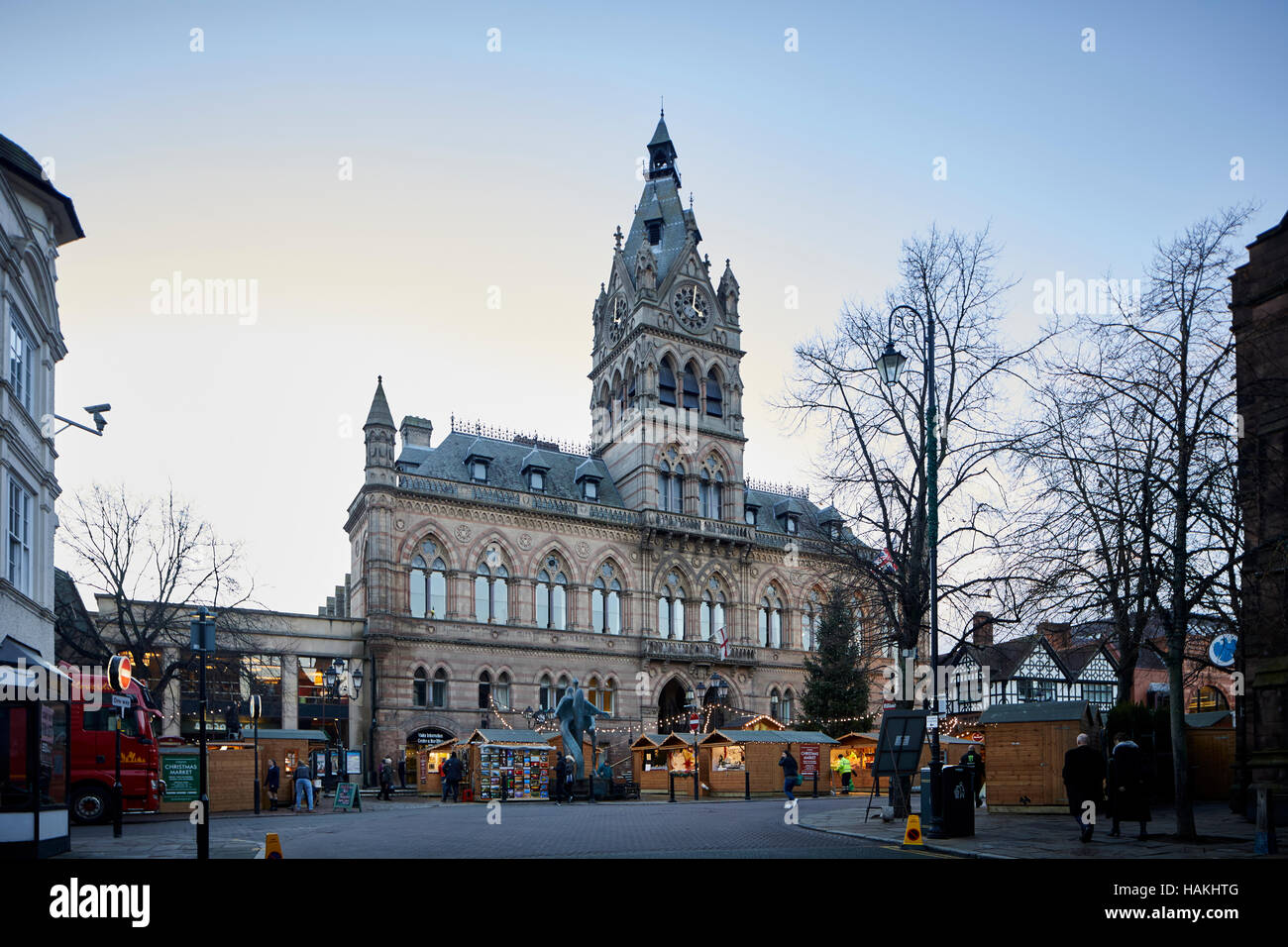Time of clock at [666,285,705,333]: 4:02
